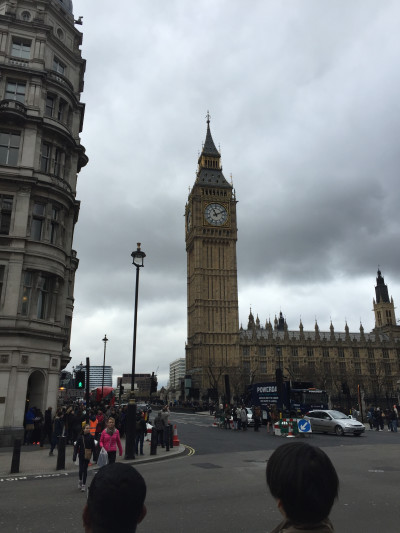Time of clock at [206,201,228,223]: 11:11
